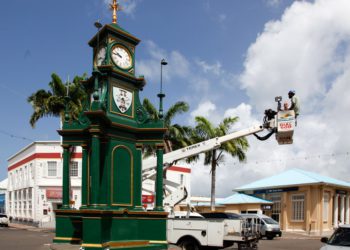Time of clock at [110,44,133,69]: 9:45
